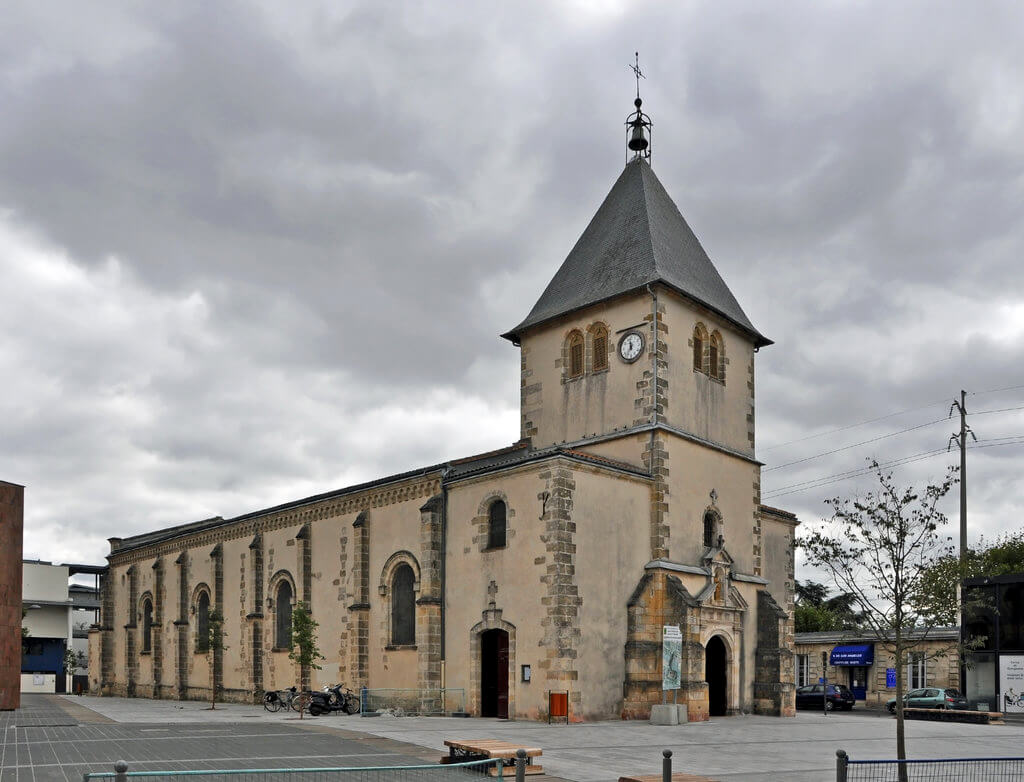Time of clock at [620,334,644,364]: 11:35
